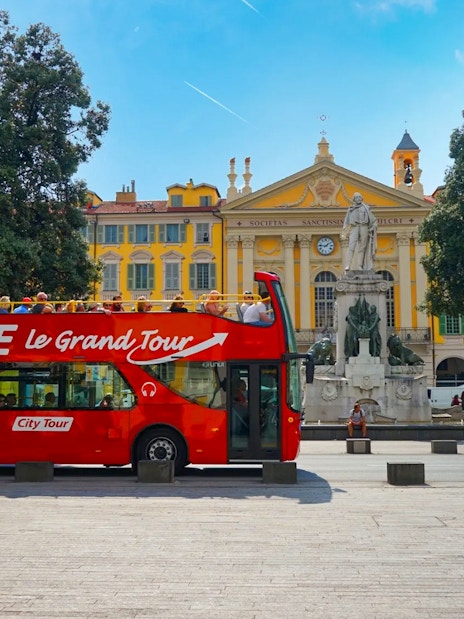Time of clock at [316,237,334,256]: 1:46
